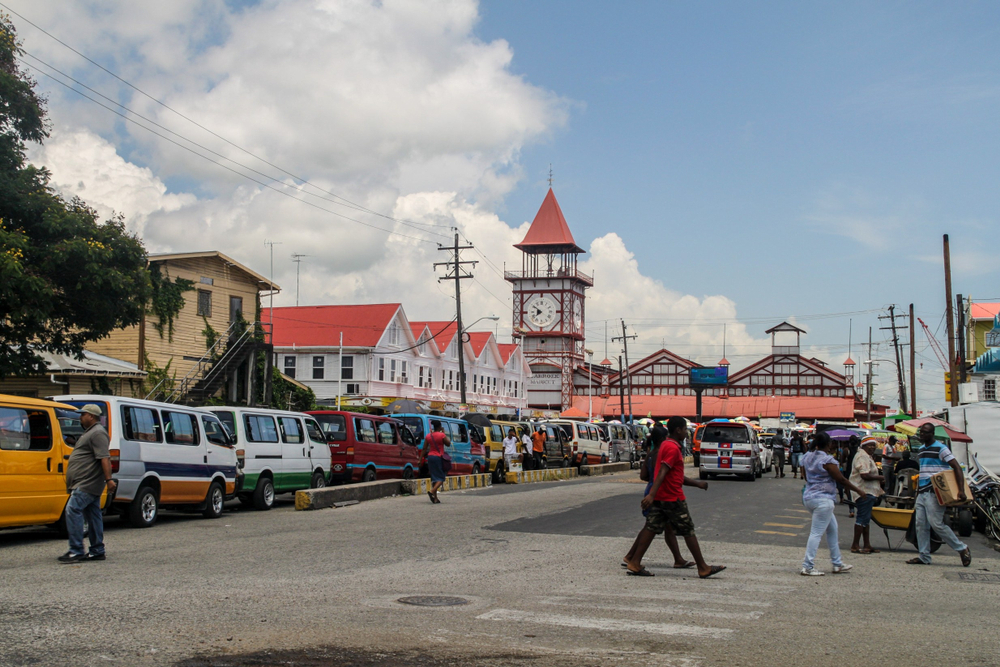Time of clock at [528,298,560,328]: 7:50
